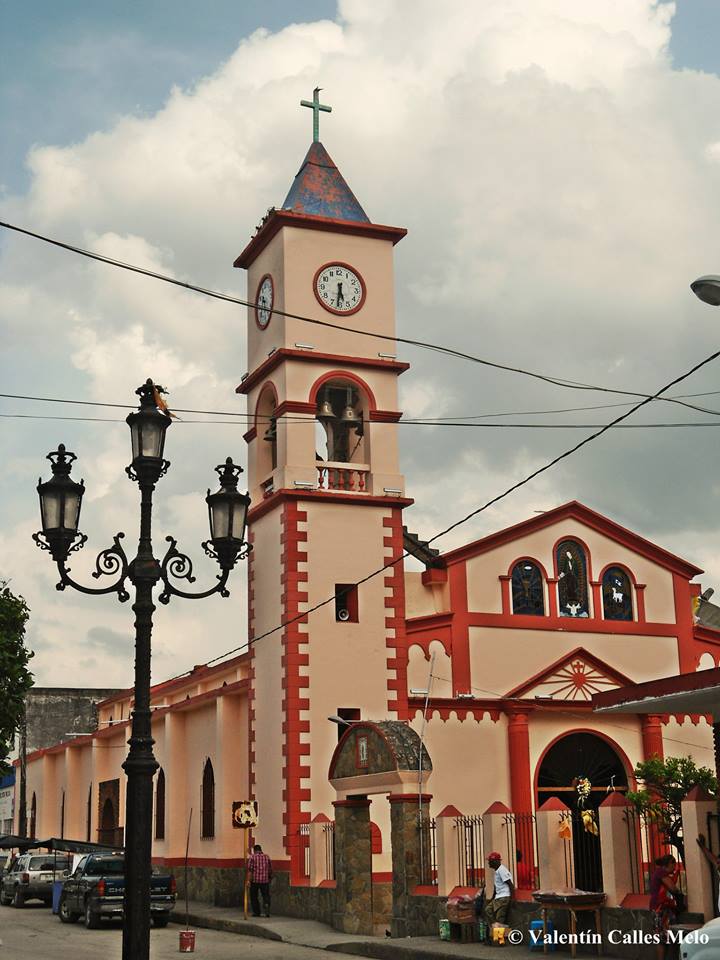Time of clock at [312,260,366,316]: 5:31
